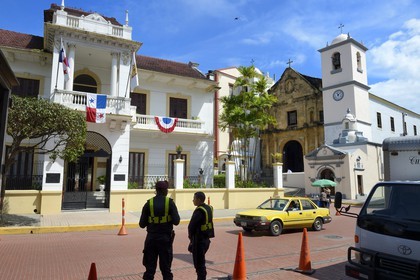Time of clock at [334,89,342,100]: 11:07
